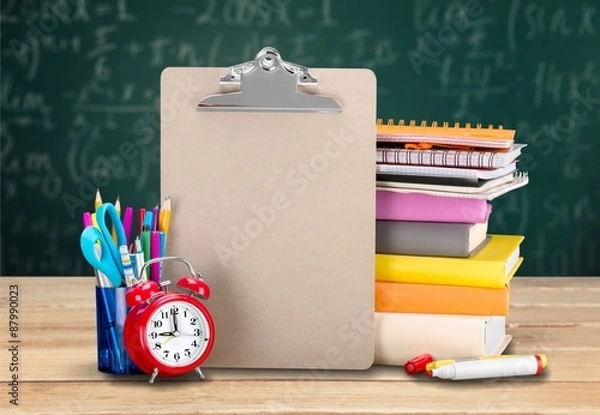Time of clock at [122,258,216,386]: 9:00
